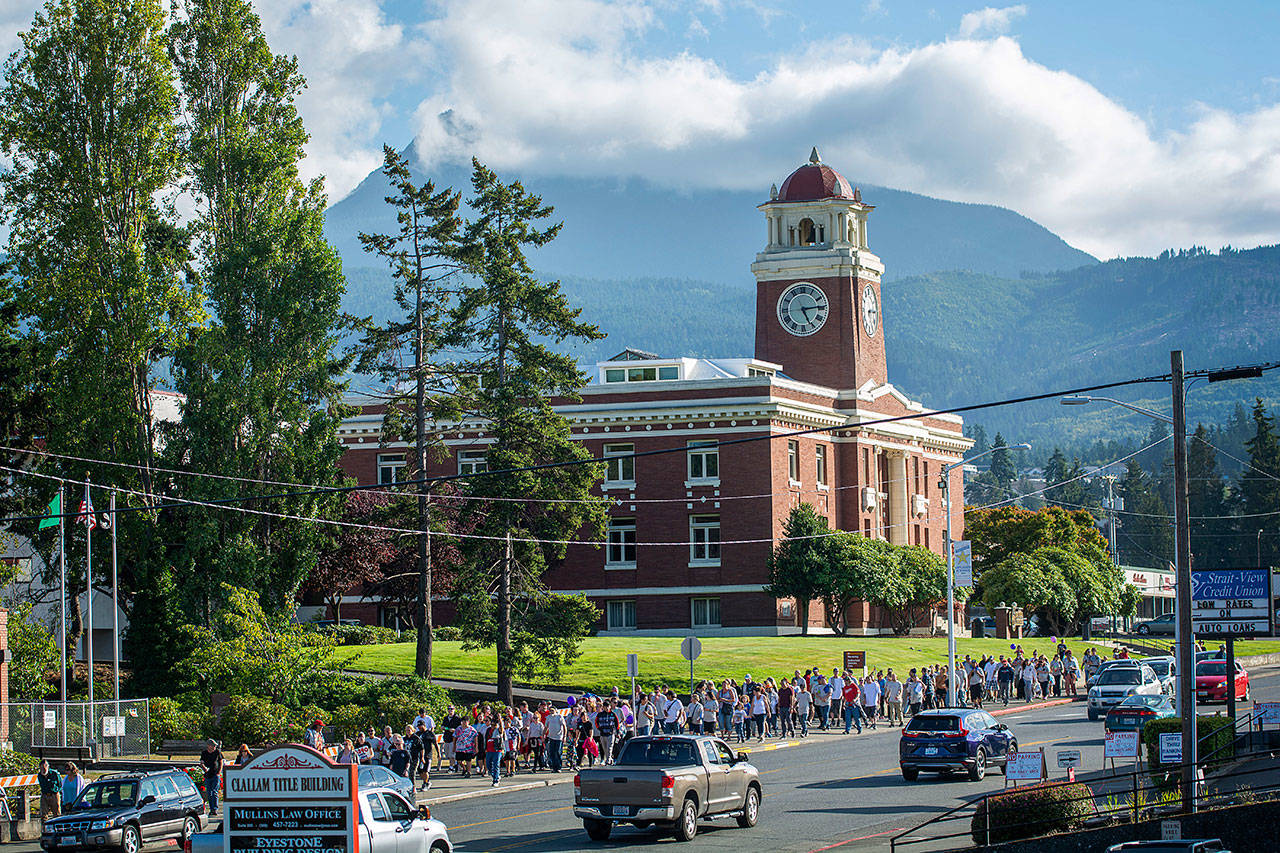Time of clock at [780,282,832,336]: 5:14
